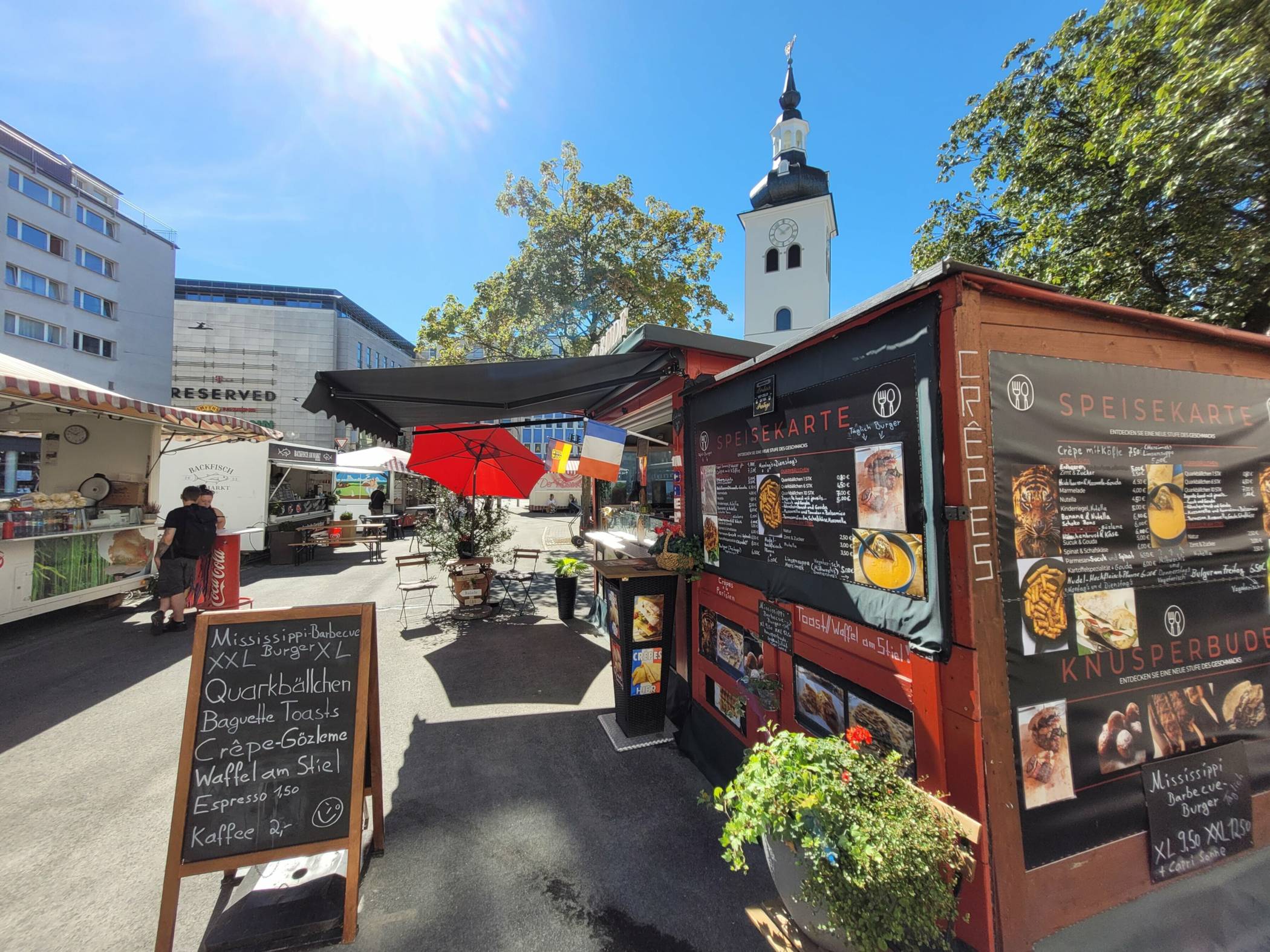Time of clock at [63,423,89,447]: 1:50
